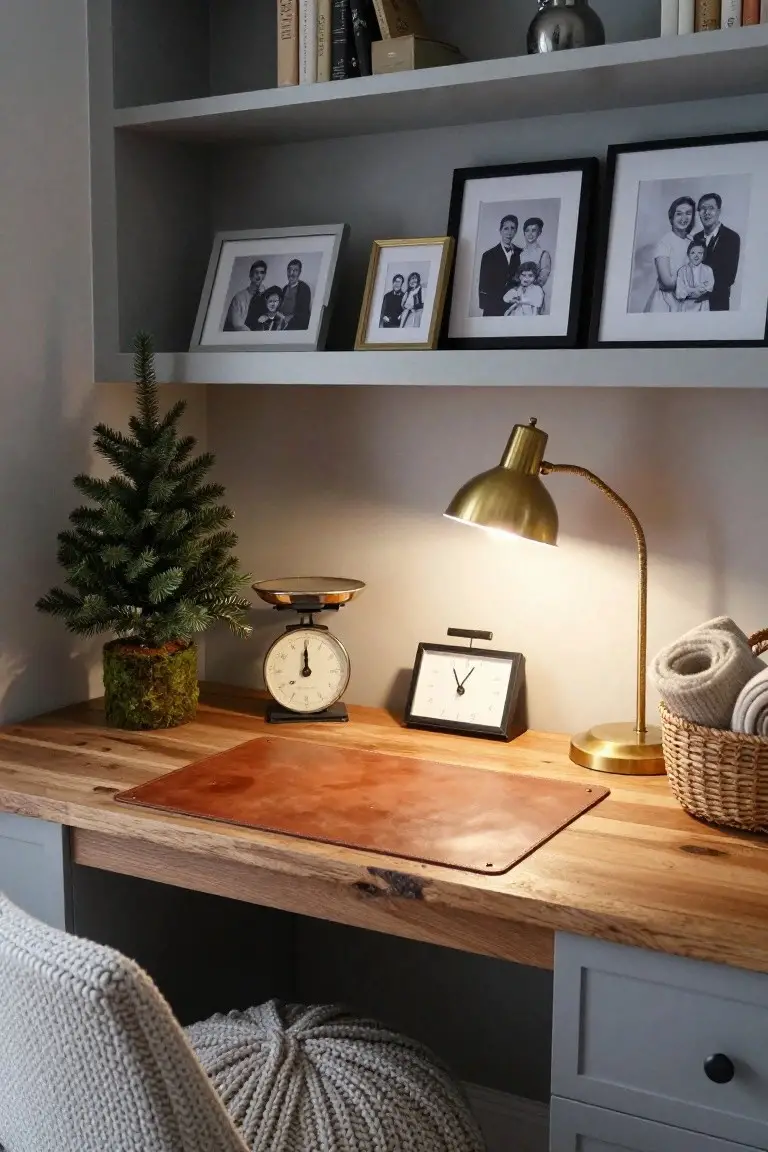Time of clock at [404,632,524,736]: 11:03
